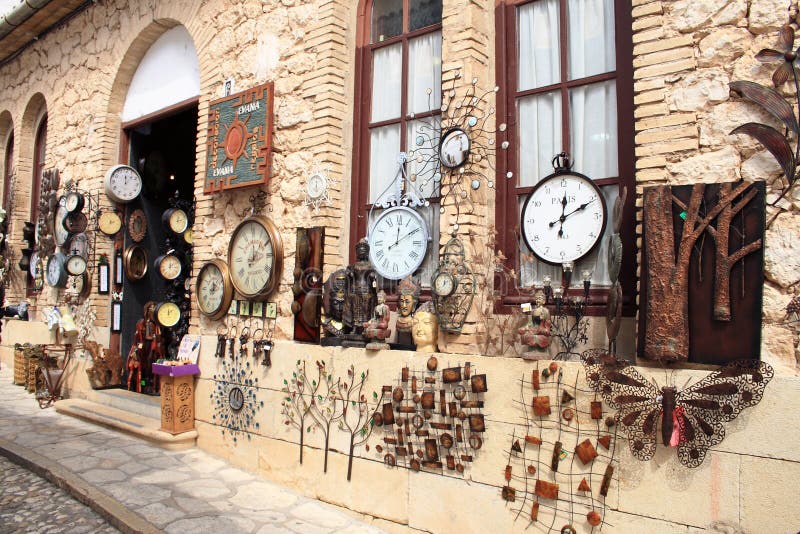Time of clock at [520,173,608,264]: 12:10
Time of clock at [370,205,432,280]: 12:09
